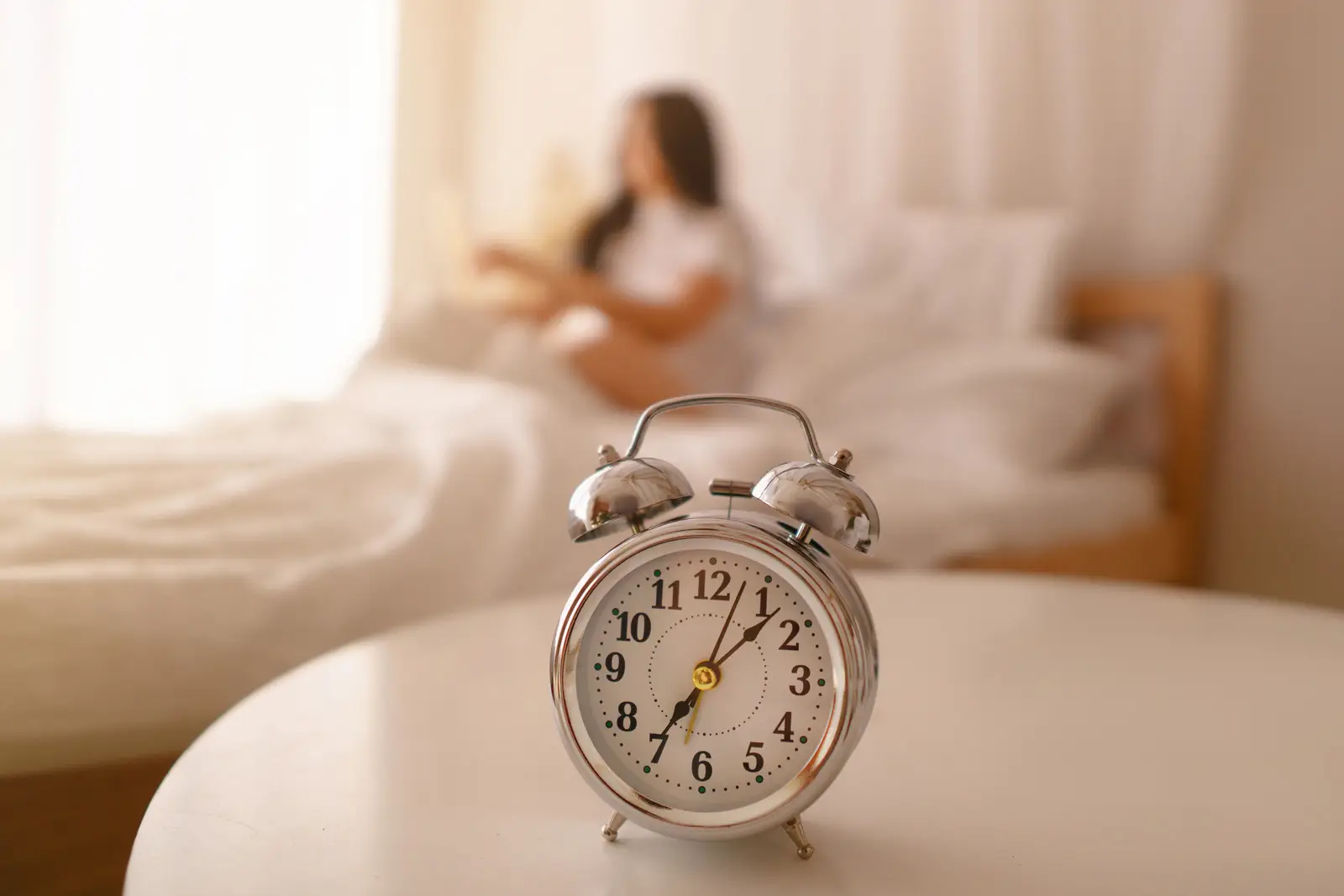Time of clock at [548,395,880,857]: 7:07
